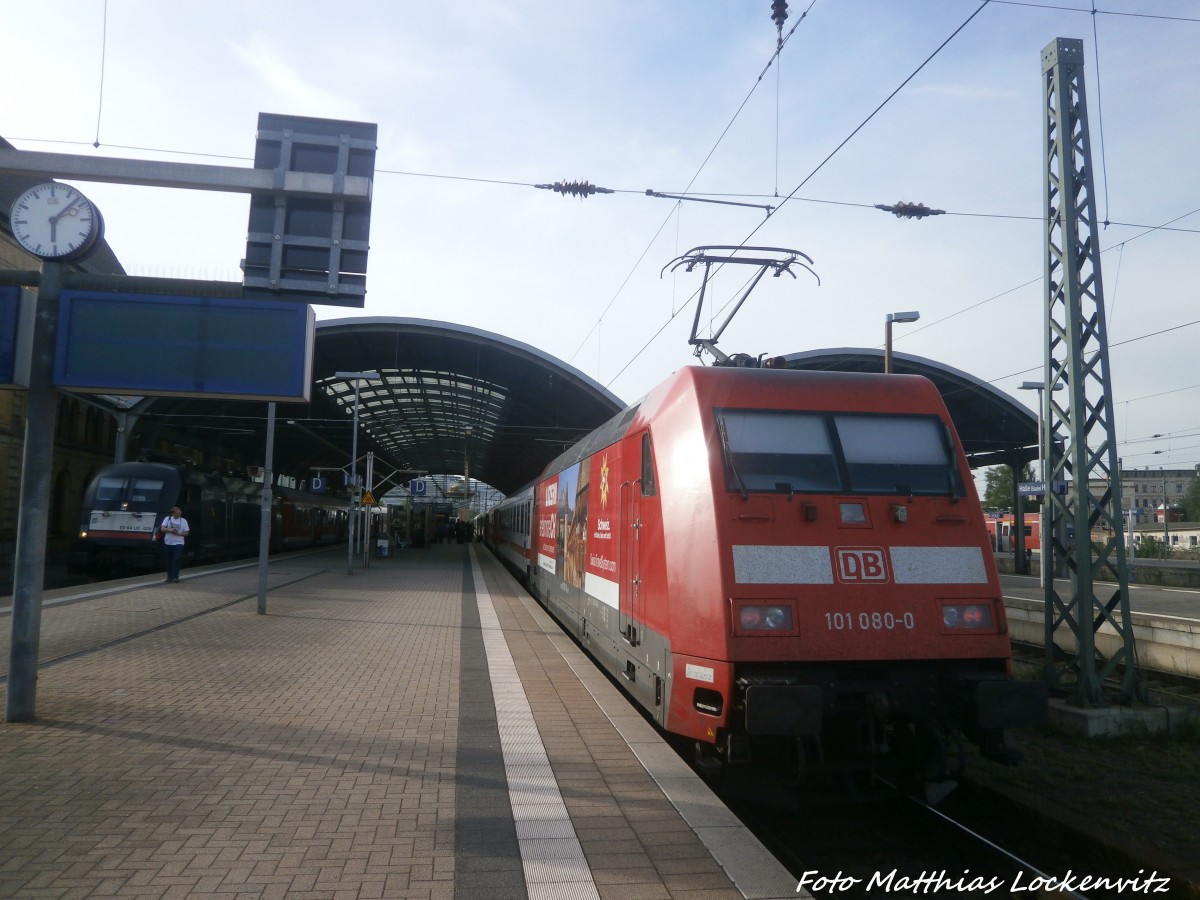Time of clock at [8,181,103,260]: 6:07
